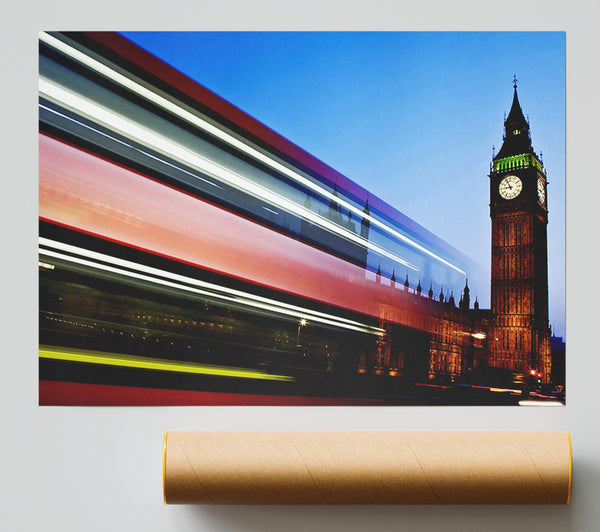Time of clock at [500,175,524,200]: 8:56
